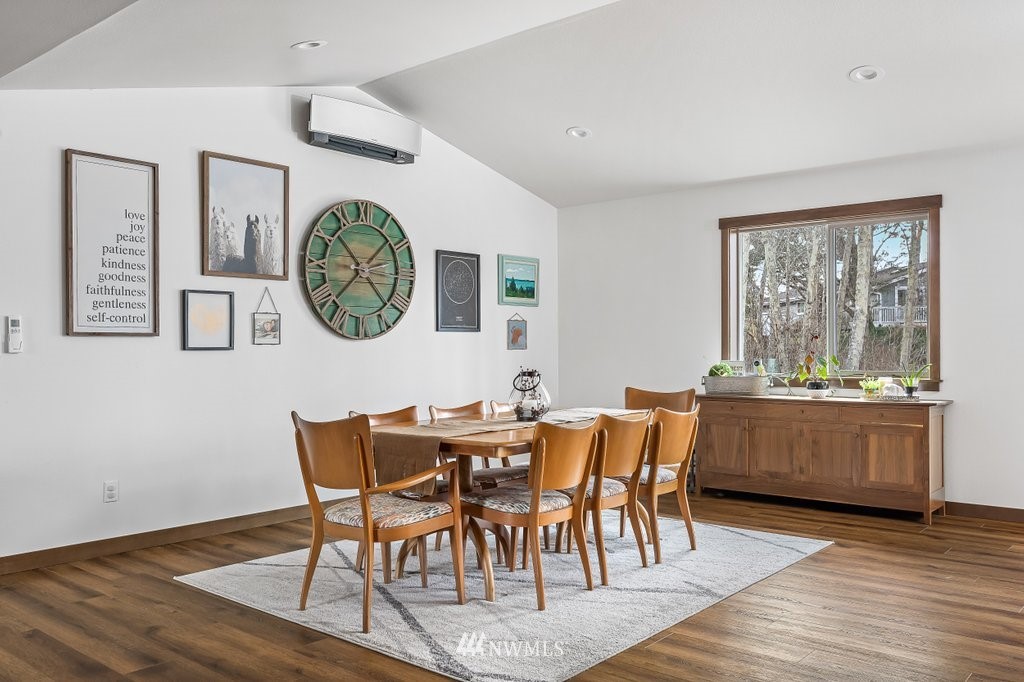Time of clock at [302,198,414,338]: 10:37
